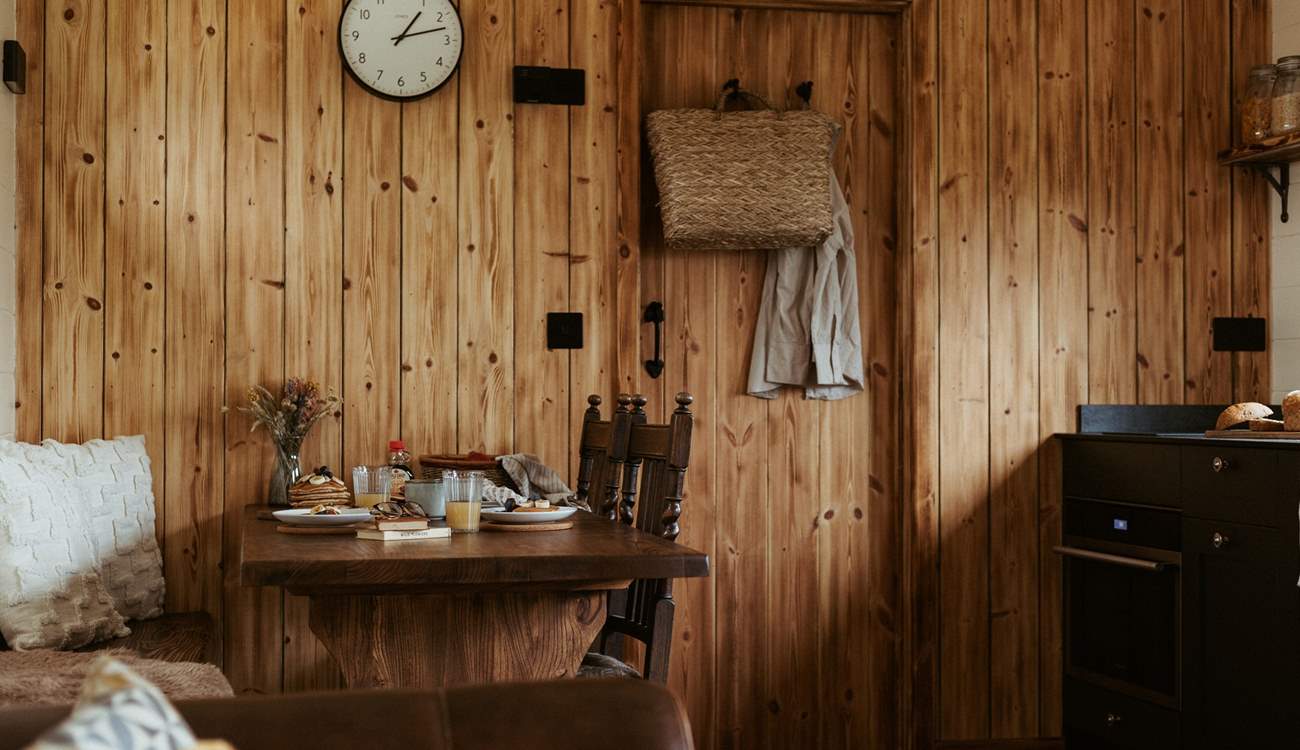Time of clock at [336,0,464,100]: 1:12
